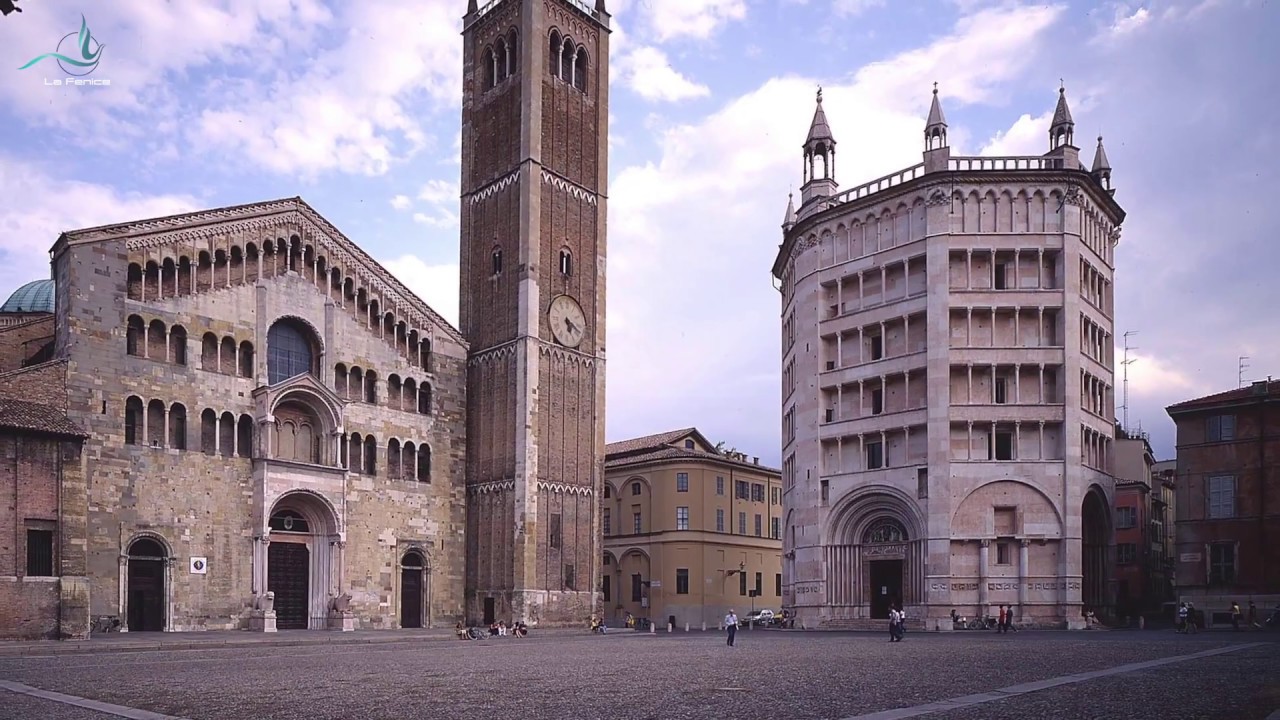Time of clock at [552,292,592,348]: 5:18
